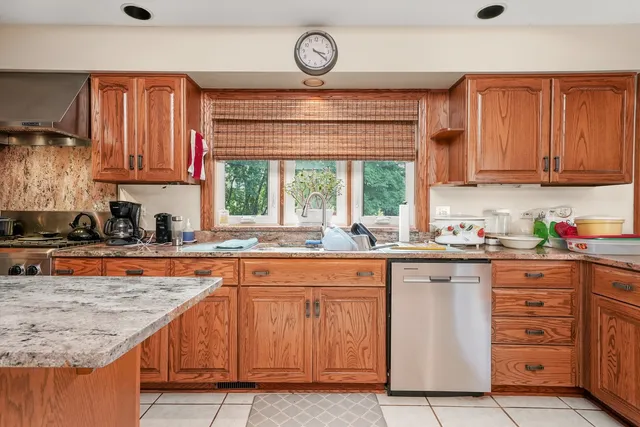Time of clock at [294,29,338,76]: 3:21
